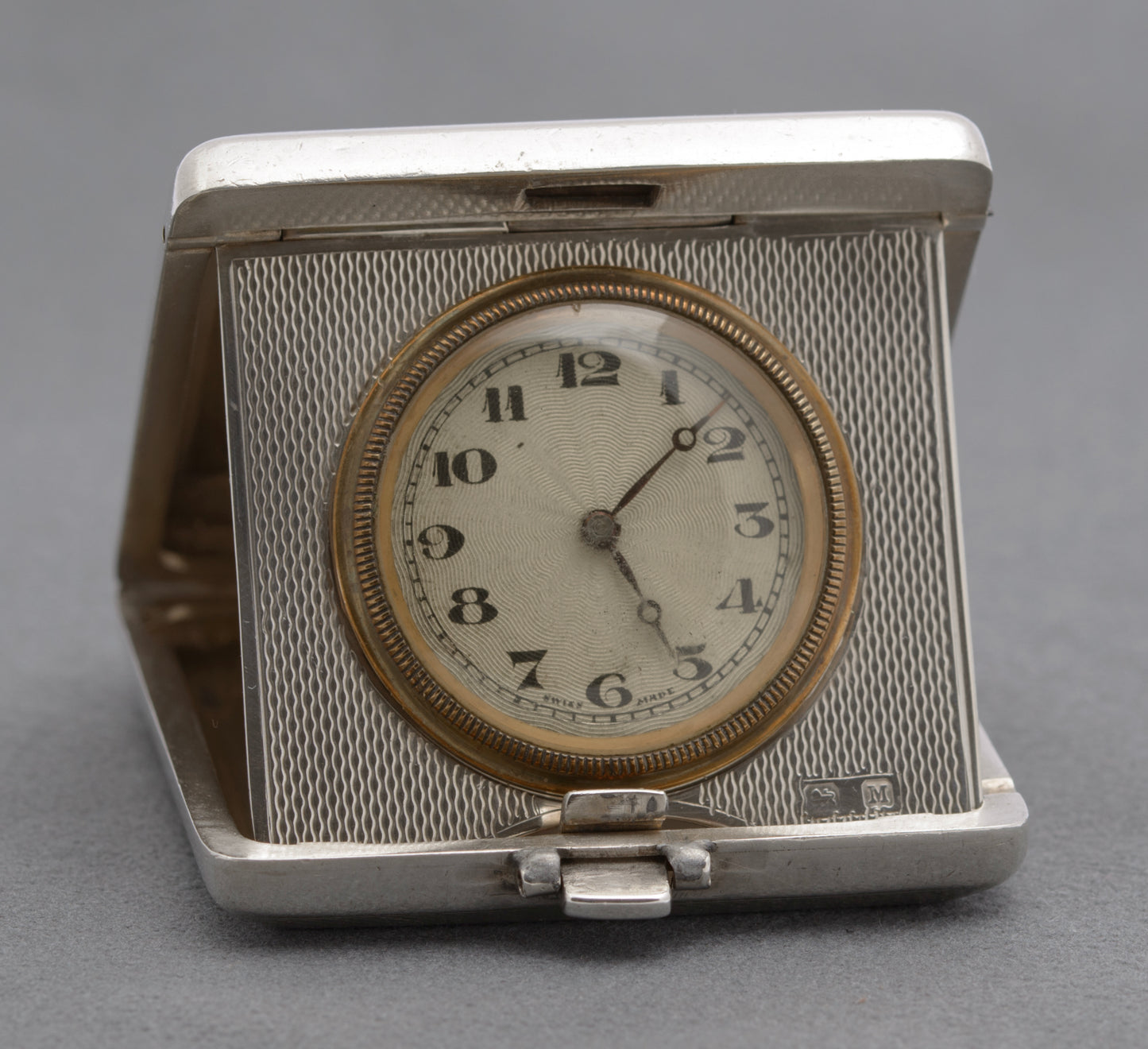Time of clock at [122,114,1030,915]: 5:07
